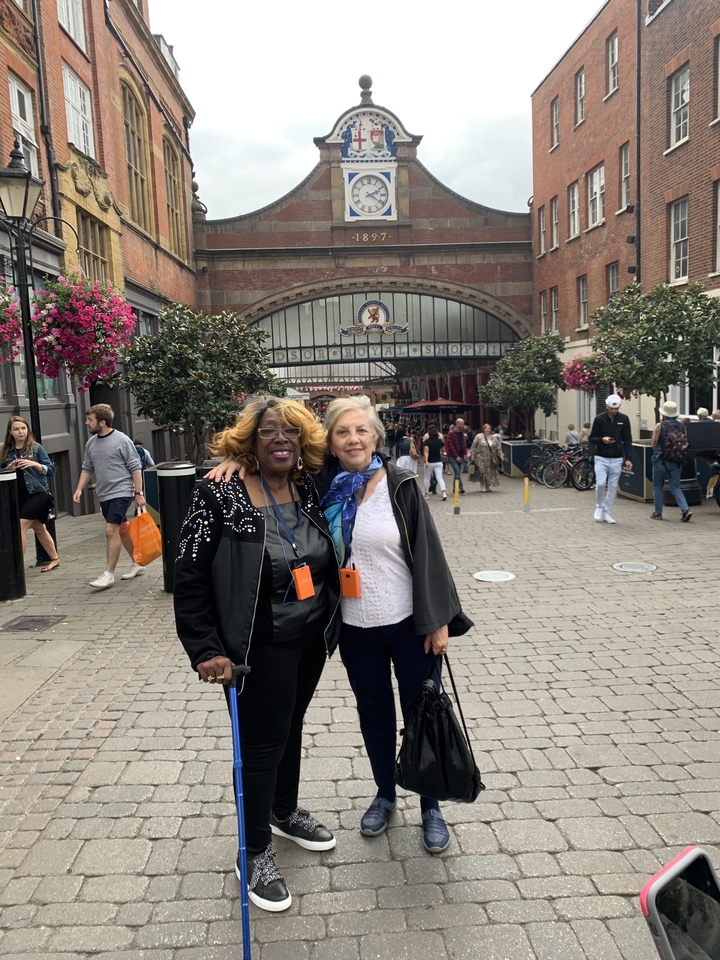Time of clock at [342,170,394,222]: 2:20
